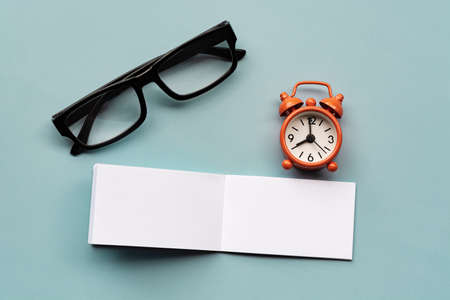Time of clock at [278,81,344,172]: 7:59
